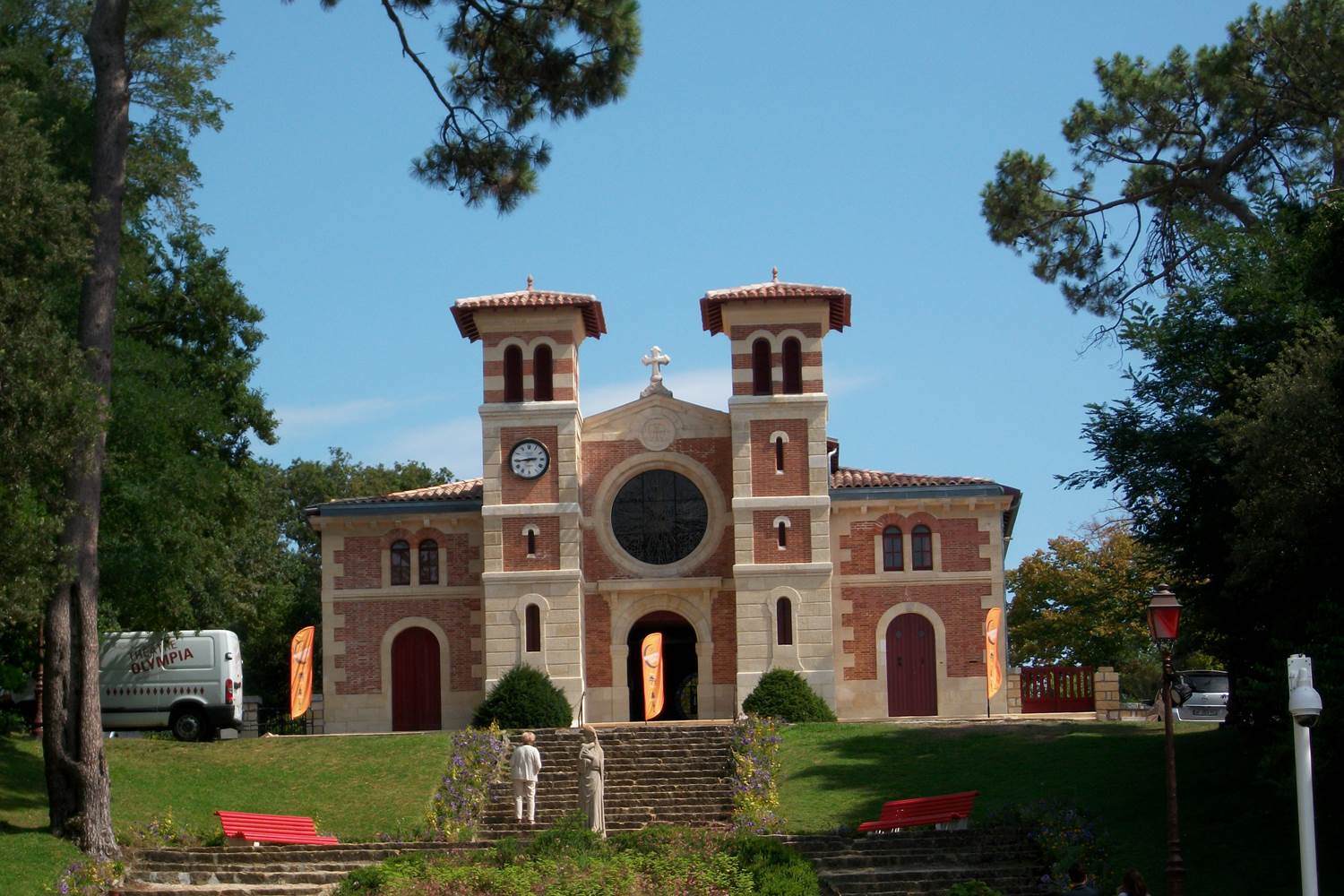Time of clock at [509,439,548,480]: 2:44
